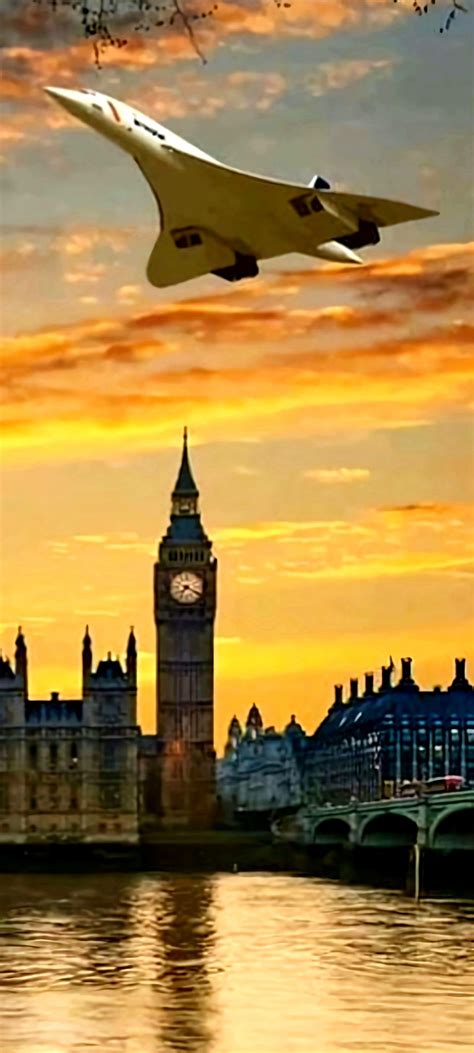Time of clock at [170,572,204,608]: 7:19
